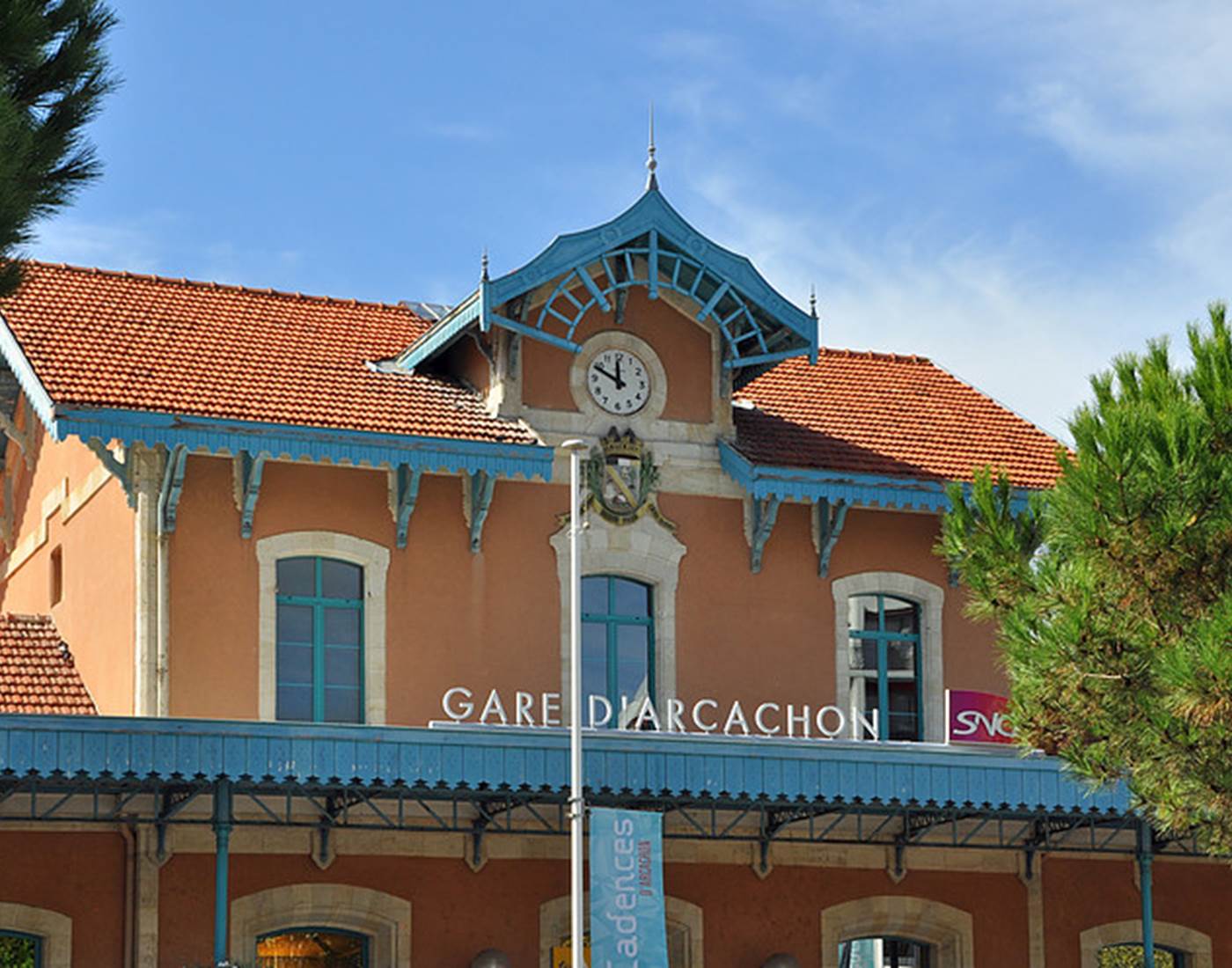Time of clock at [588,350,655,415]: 11:49
